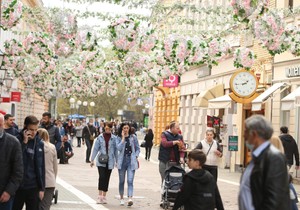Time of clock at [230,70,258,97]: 1:43
